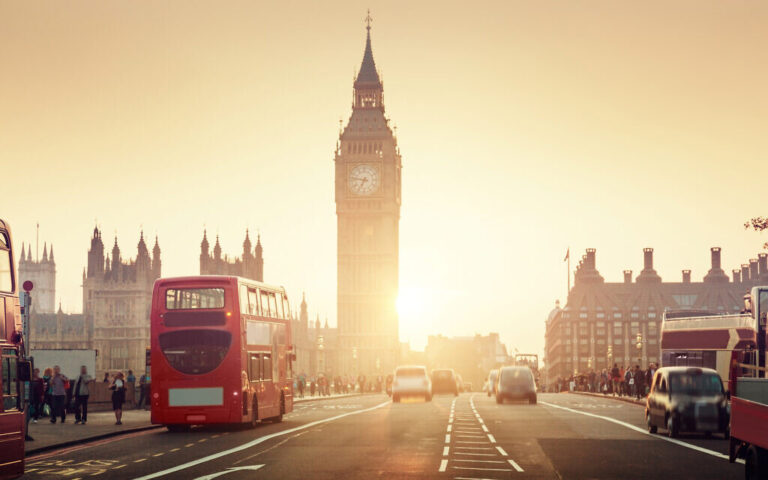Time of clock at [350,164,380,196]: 6:47
